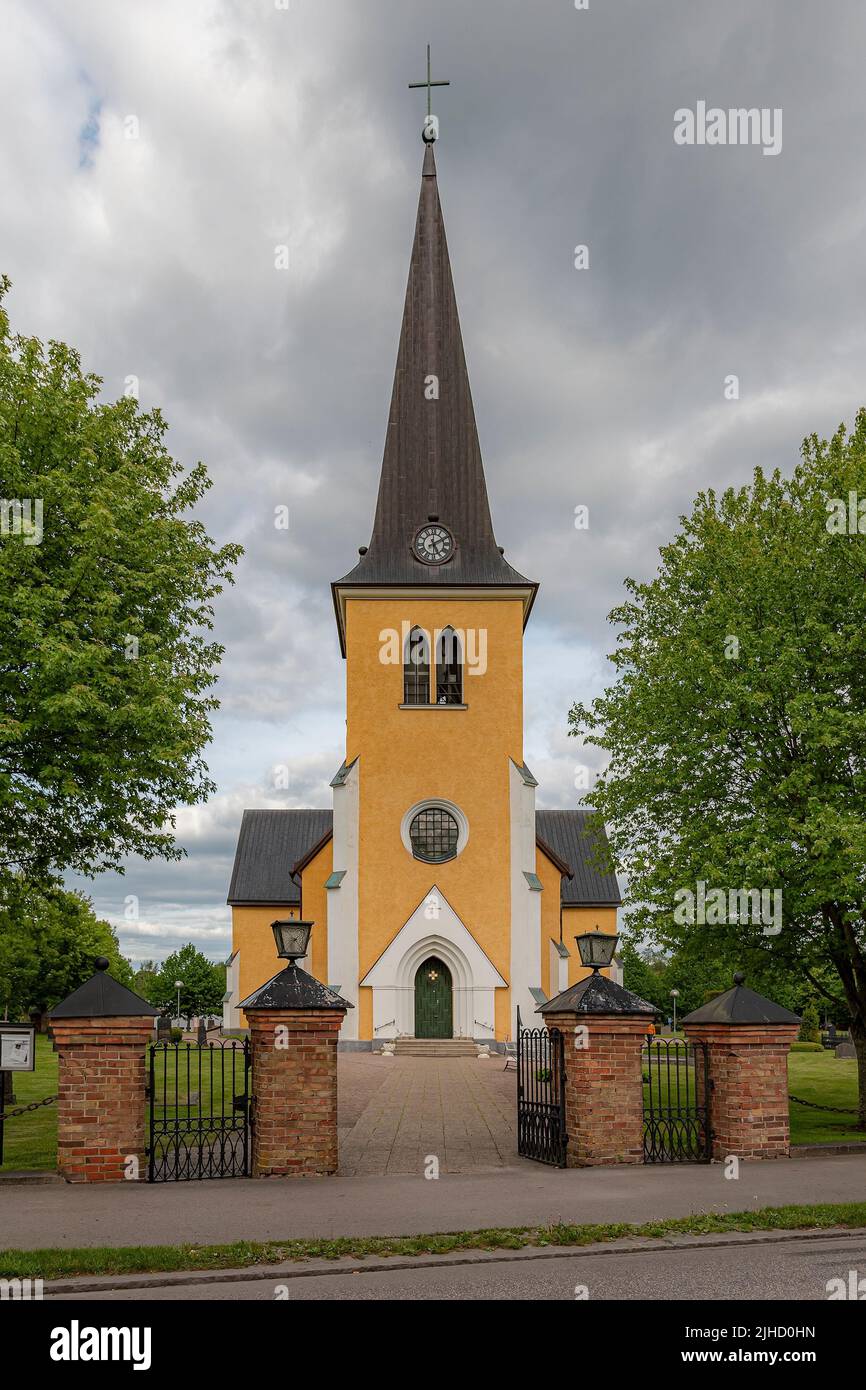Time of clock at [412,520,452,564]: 5:10
